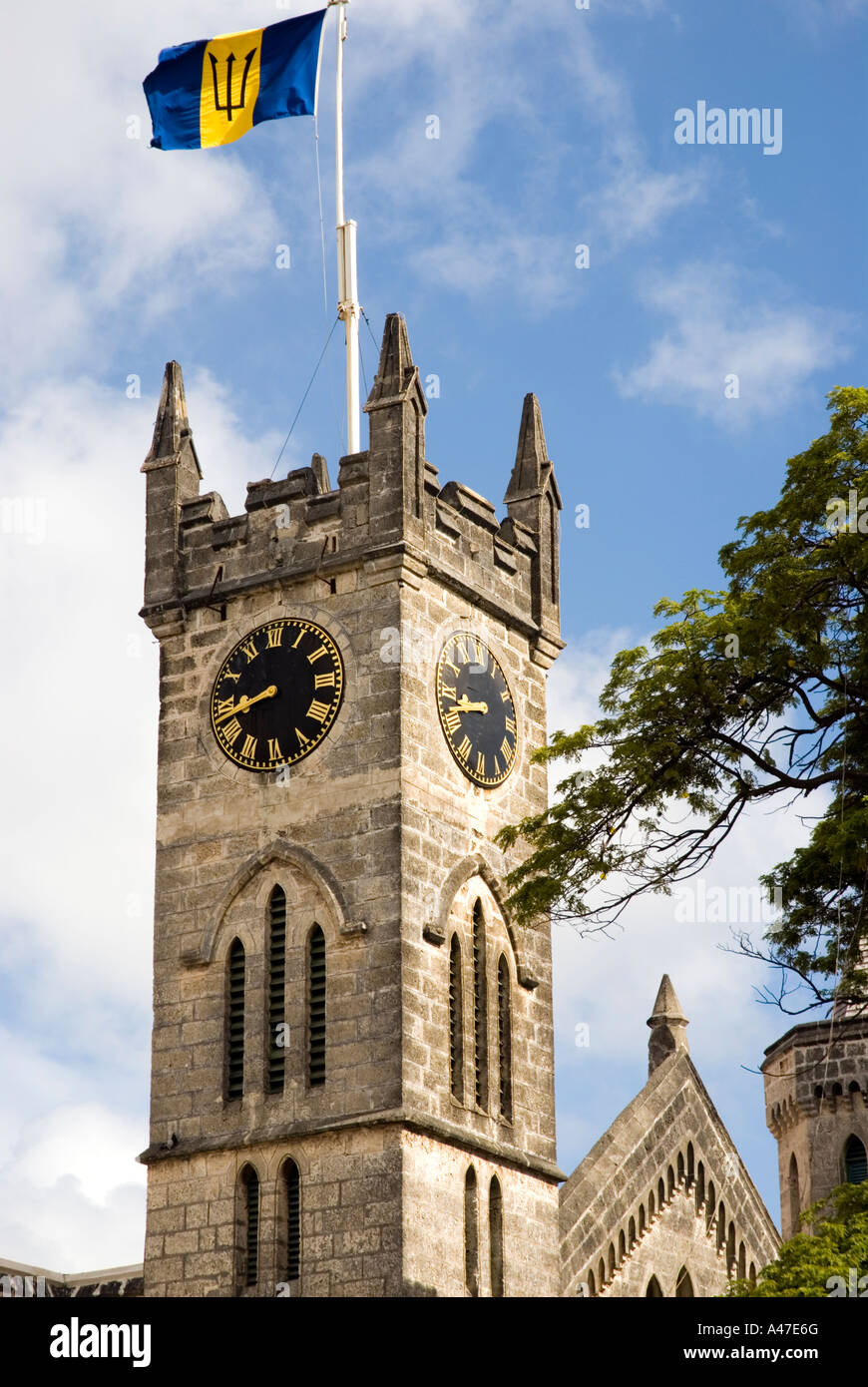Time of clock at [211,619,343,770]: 8:42
